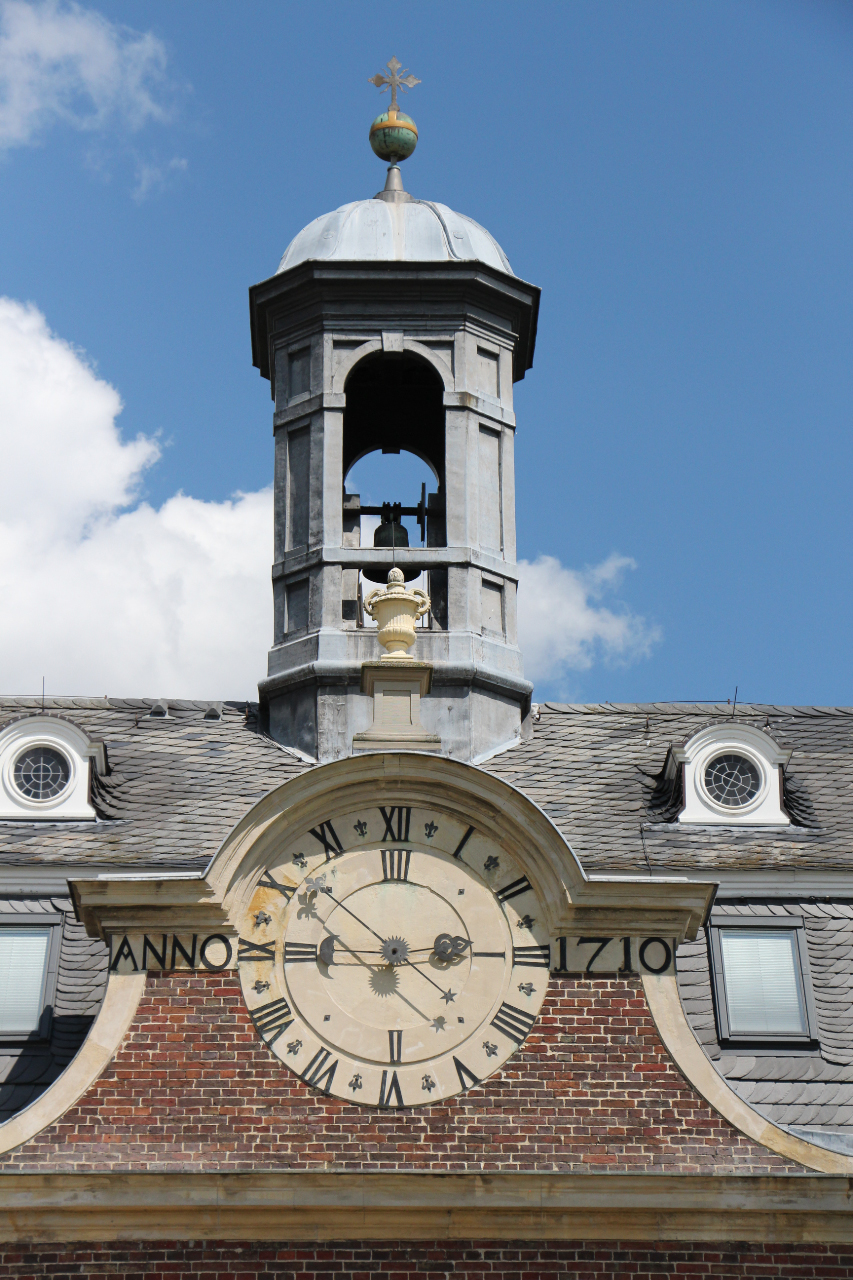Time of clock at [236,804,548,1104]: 2:51
